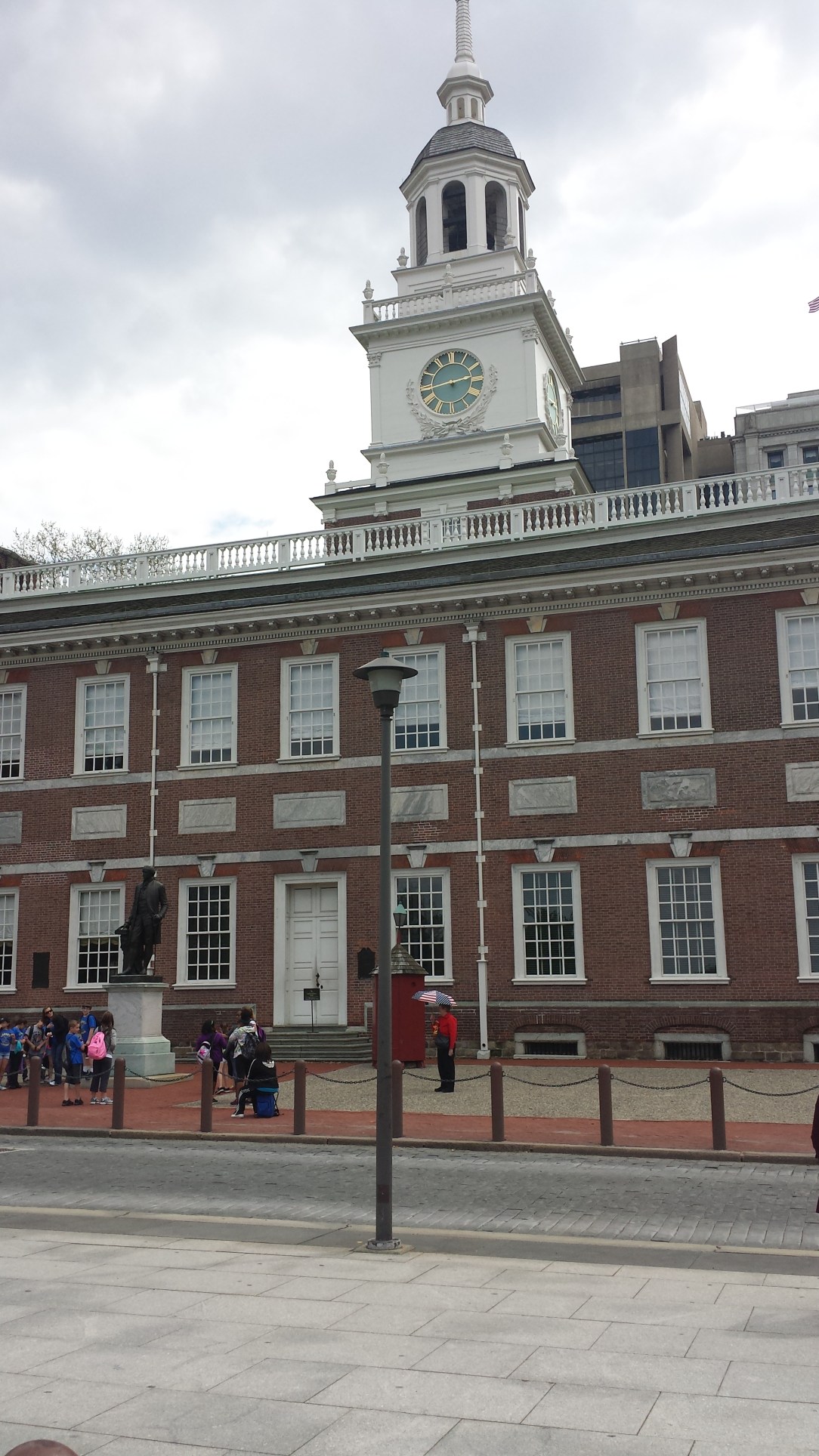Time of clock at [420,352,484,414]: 2:43
